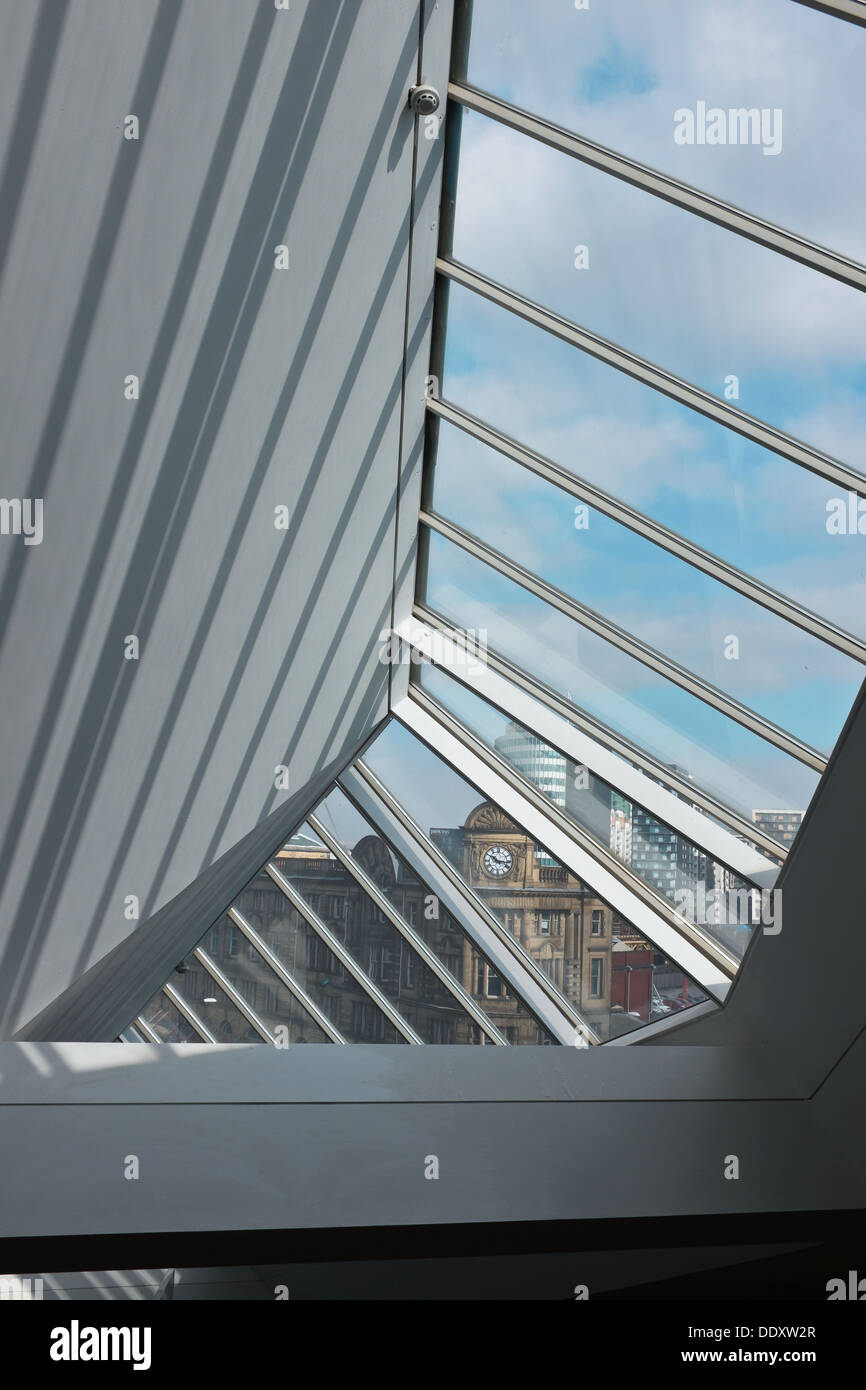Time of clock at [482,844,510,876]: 10:16
